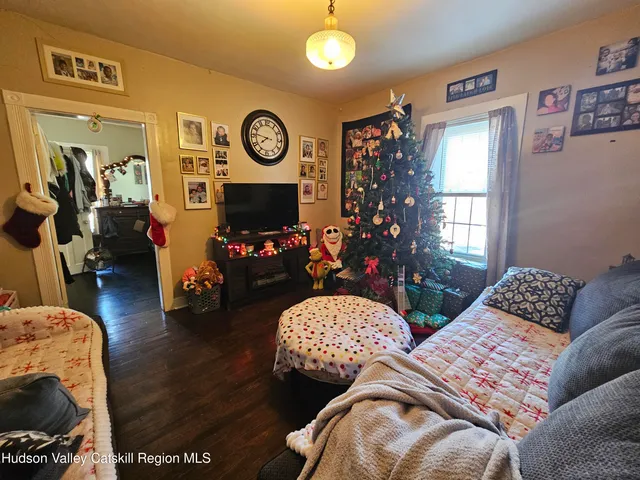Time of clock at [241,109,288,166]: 7:46
